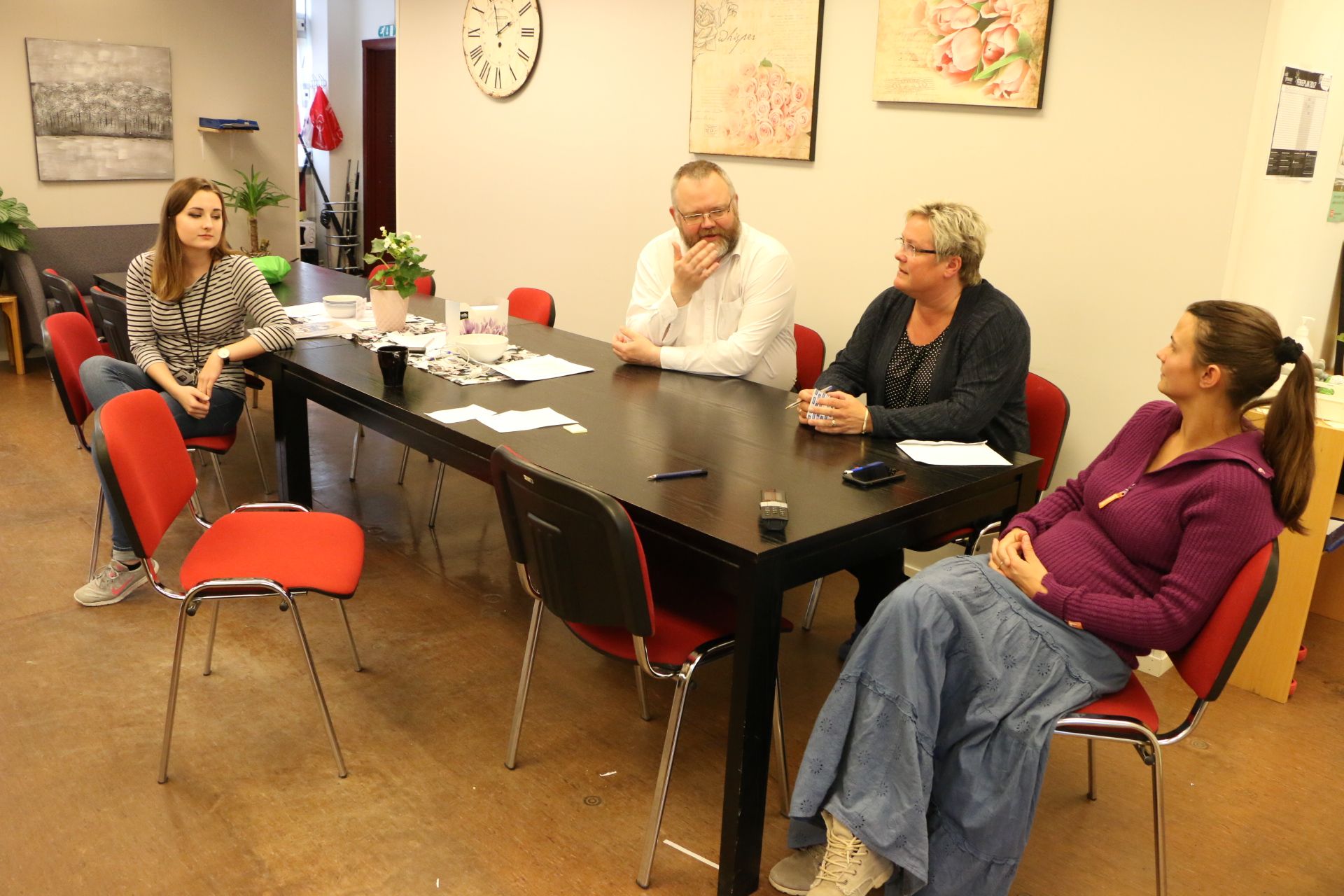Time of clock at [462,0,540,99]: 1:56
